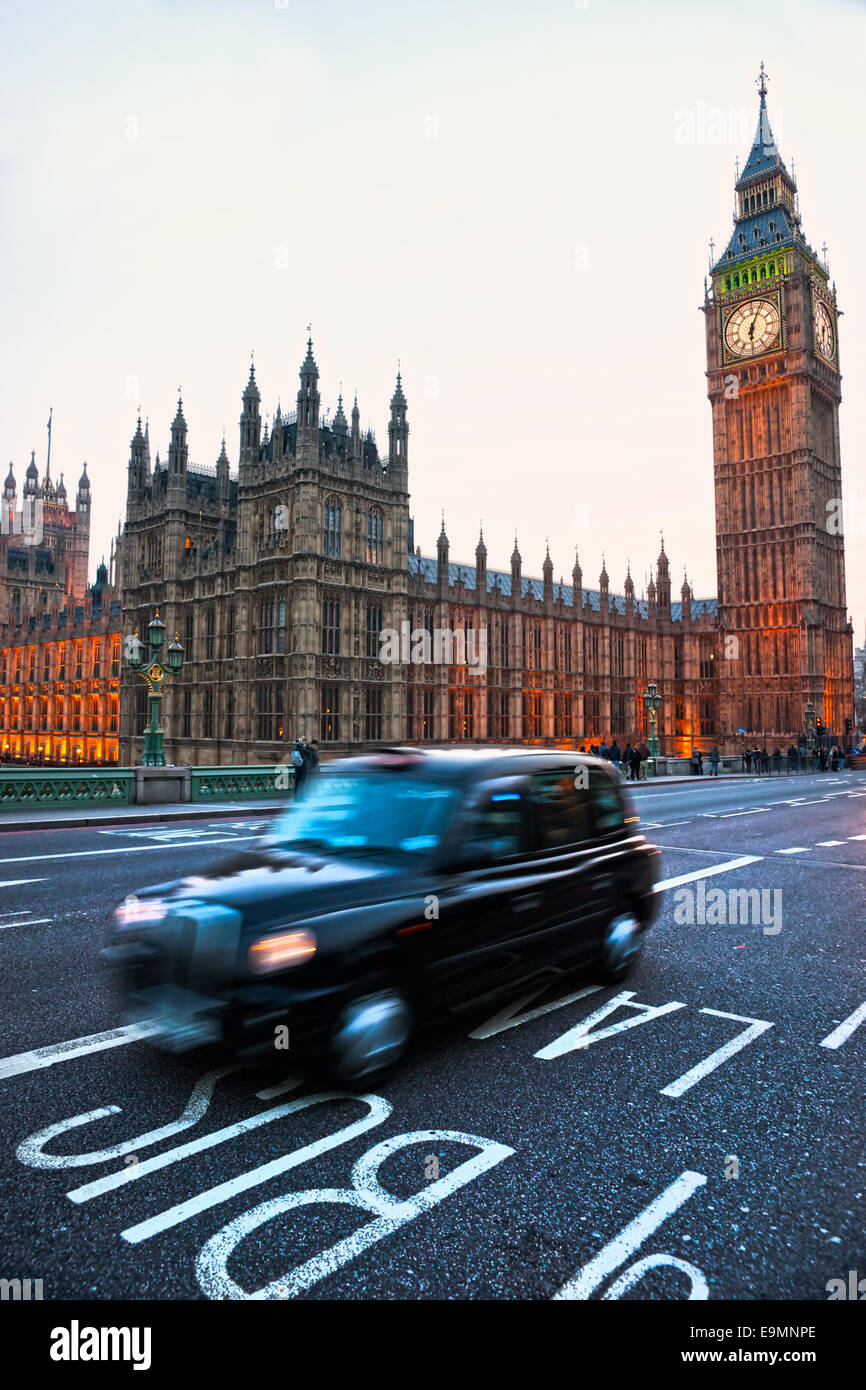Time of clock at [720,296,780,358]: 6:03
